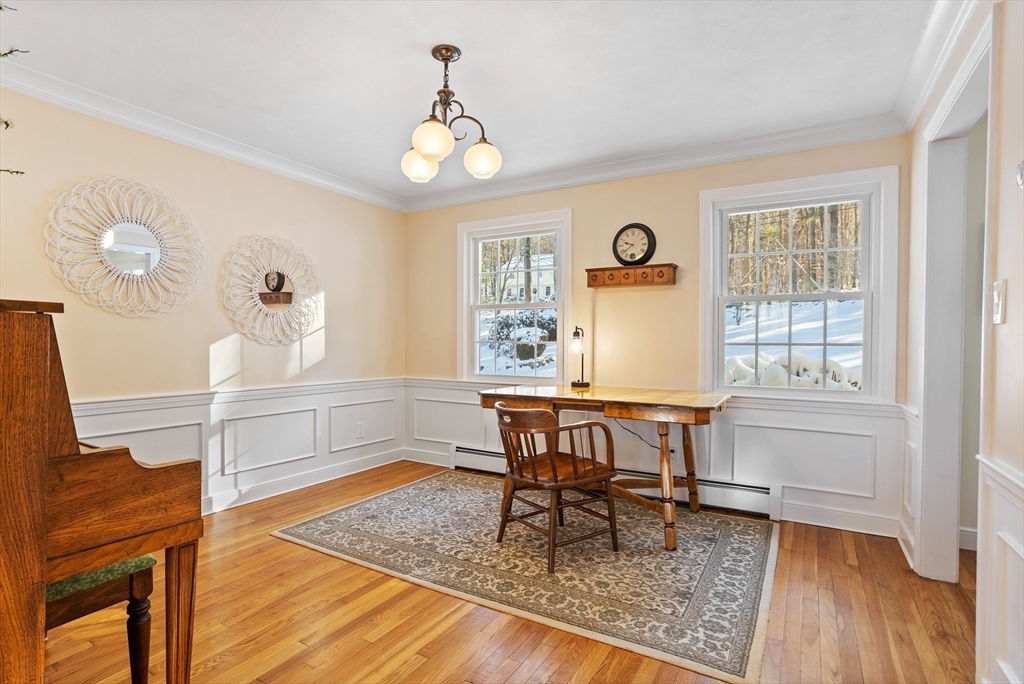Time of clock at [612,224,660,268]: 9:38
